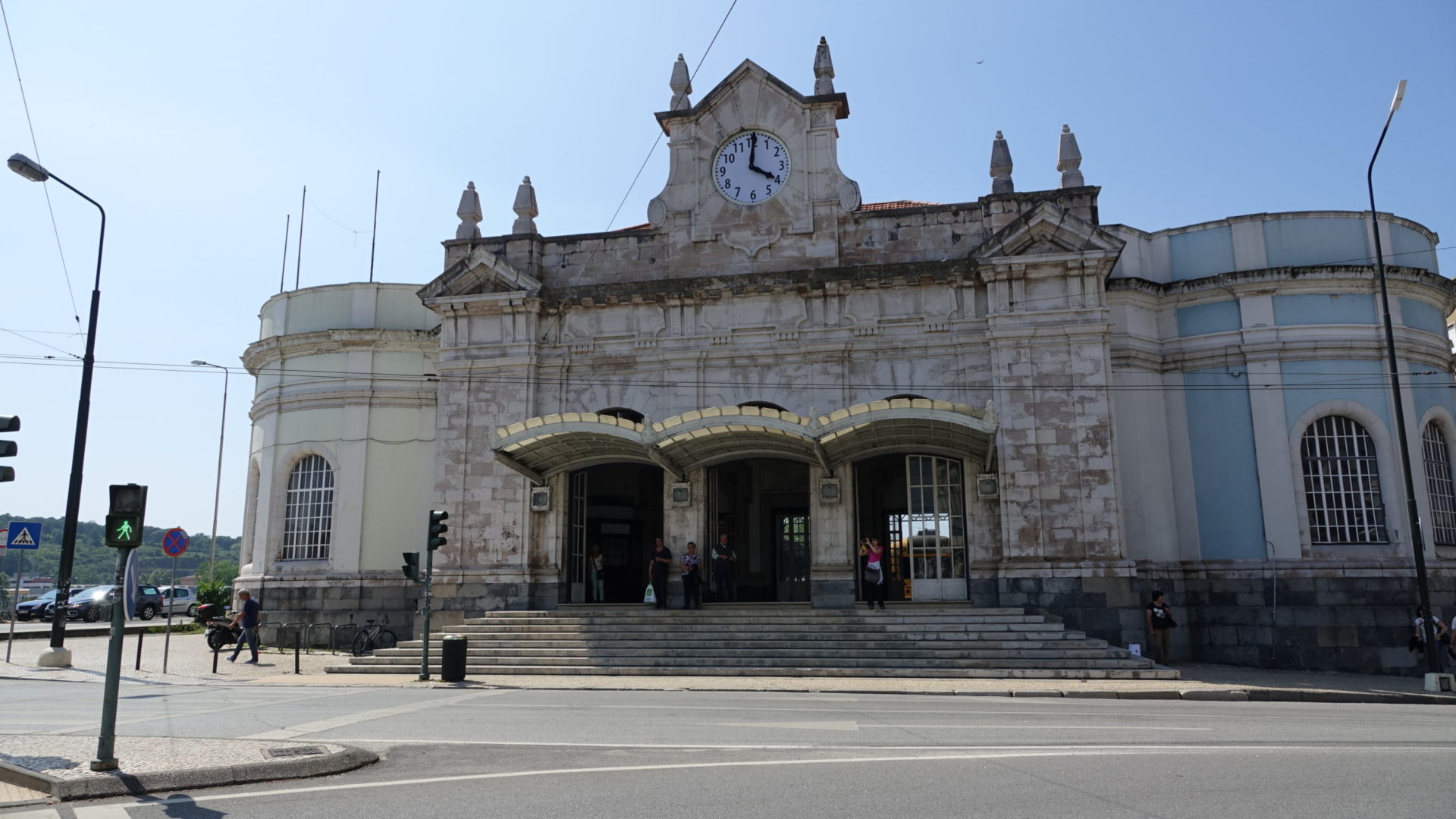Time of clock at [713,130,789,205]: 4:00
